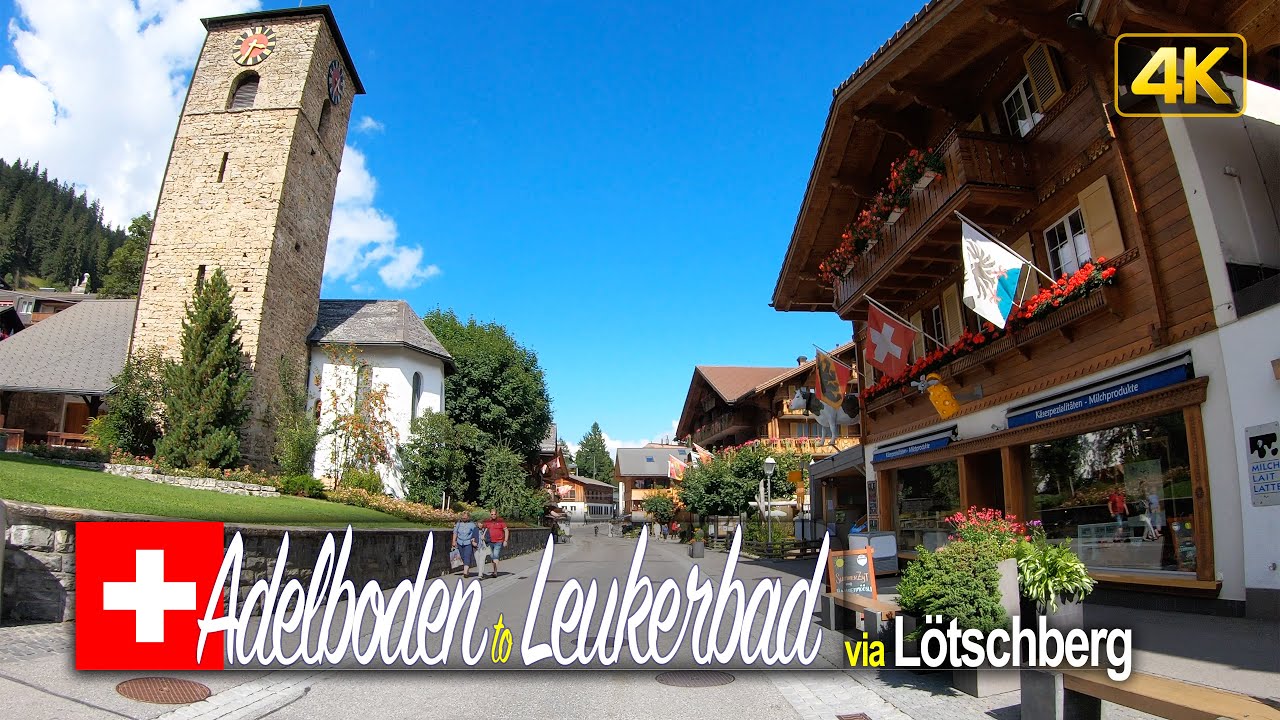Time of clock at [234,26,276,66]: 3:34
